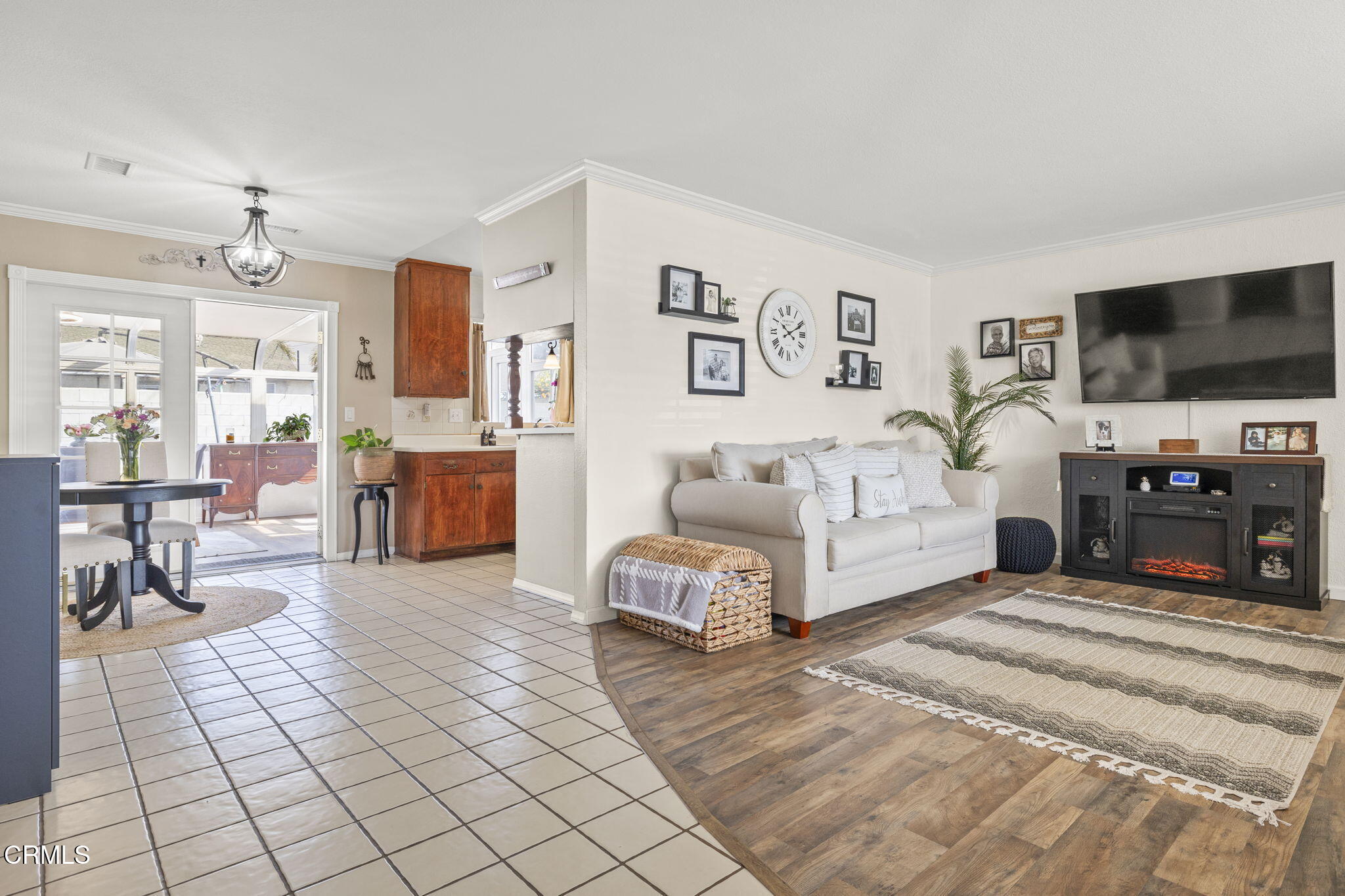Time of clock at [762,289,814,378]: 10:10
